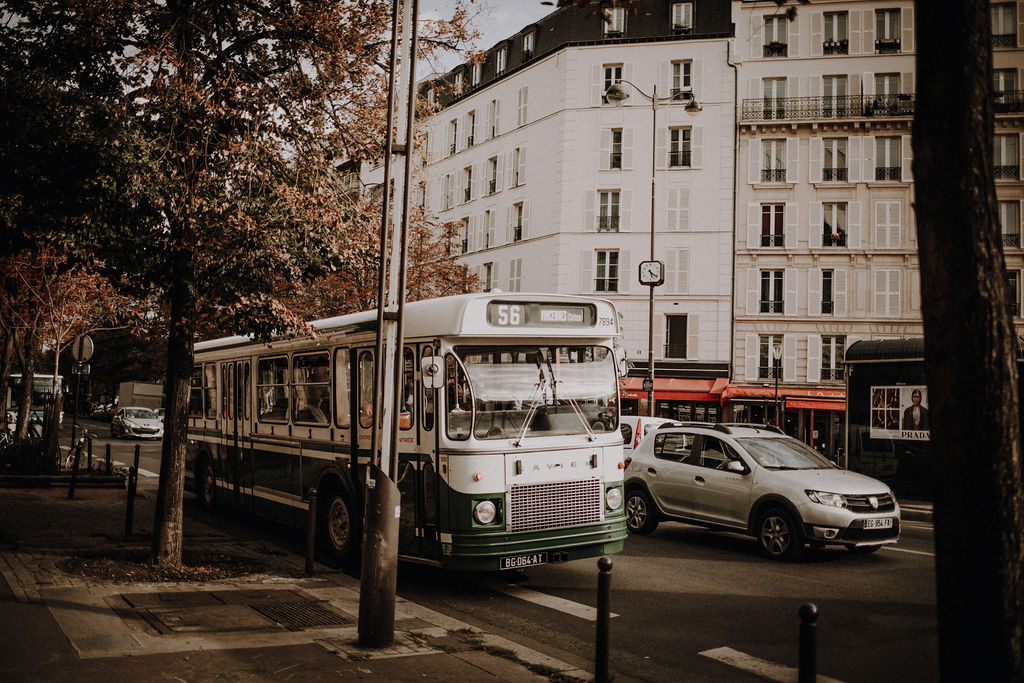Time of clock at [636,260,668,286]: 5:20
